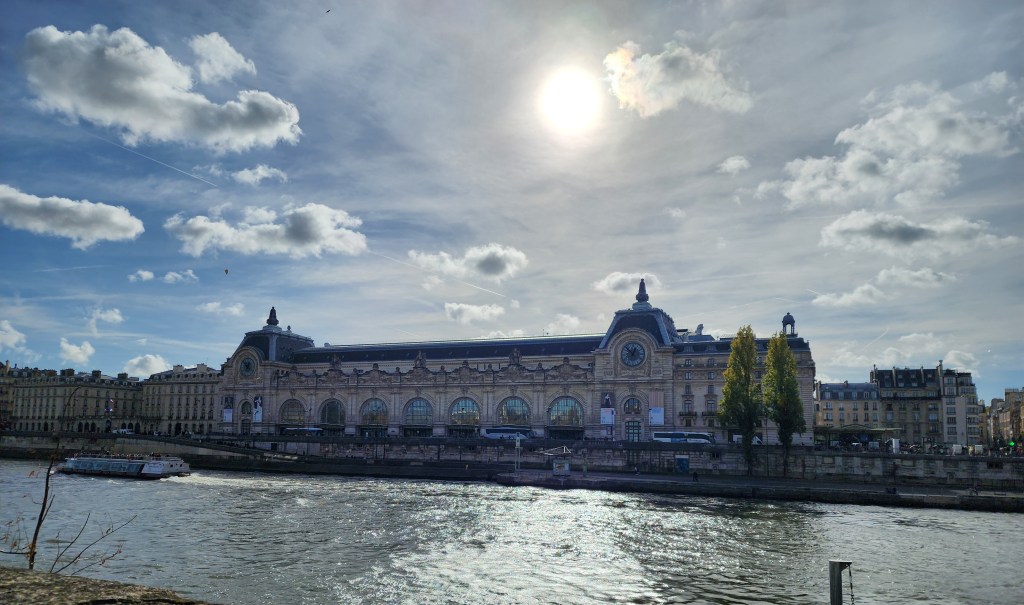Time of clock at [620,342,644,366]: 12:52
